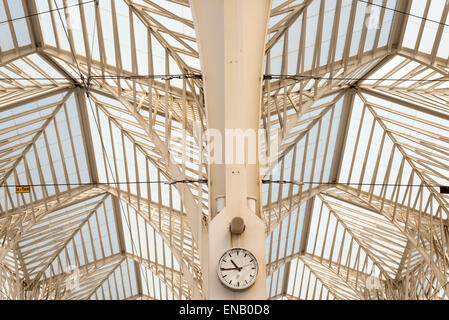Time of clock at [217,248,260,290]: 10:44
